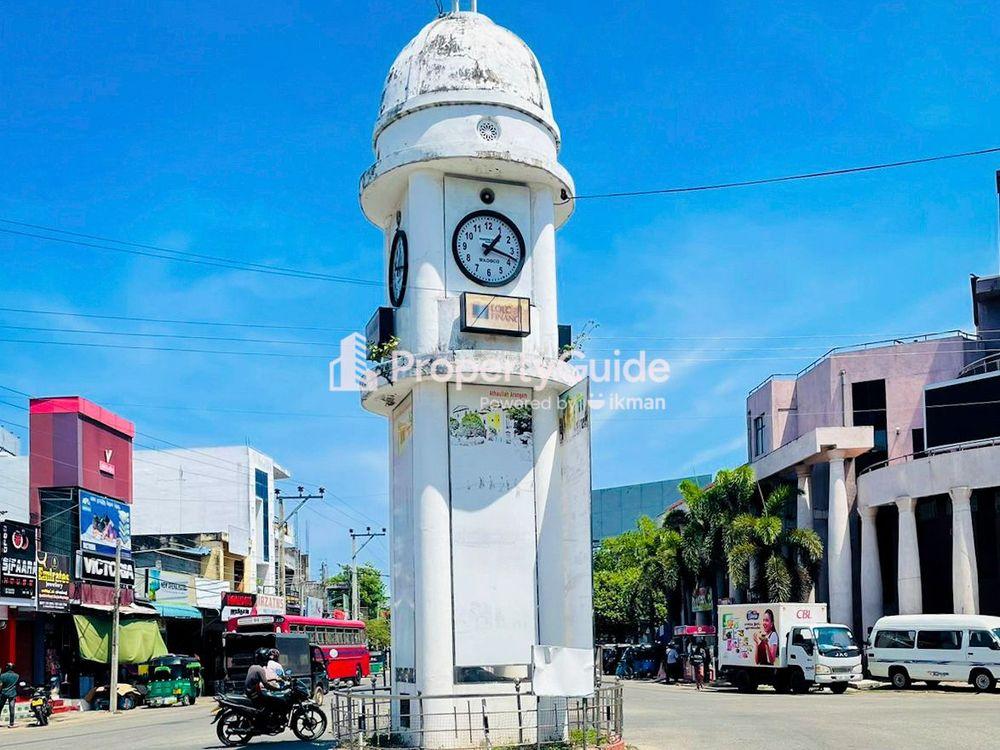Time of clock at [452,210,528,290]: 1:17
